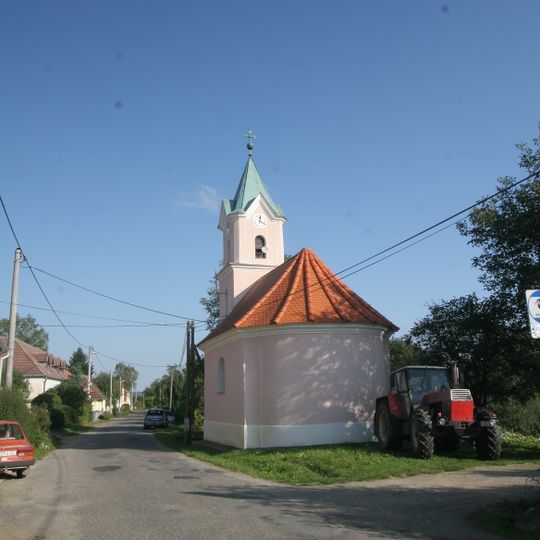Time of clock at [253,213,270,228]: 12:21
